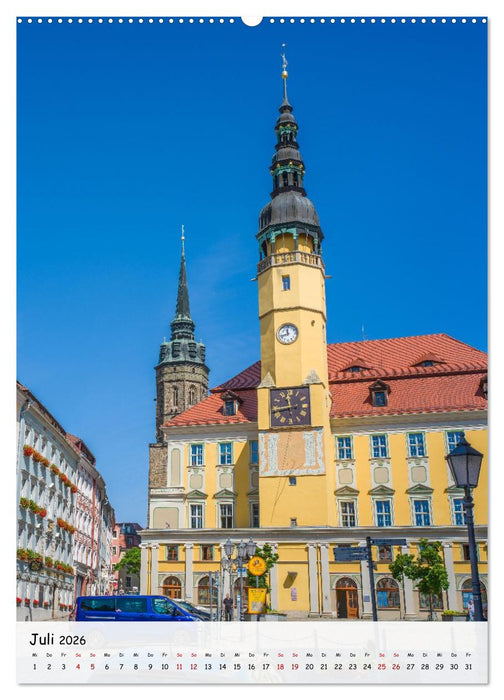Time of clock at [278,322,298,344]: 11:42
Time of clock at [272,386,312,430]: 11:42
